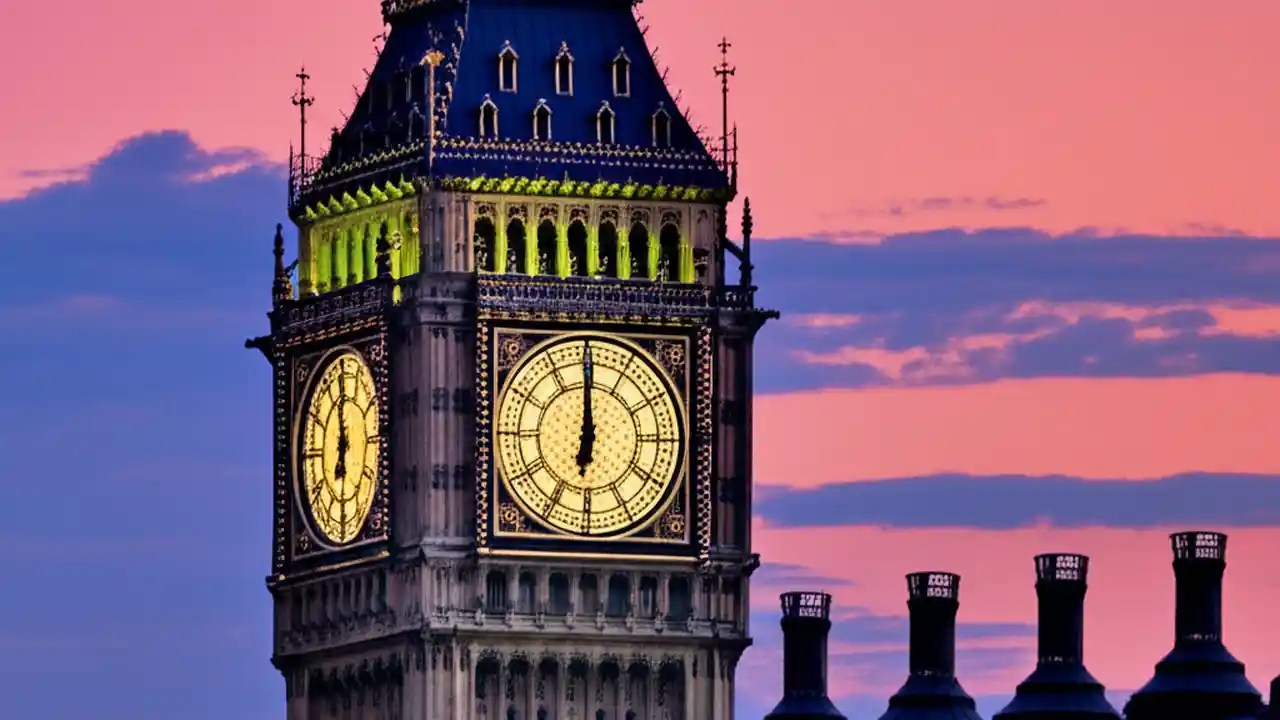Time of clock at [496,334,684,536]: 5:59
